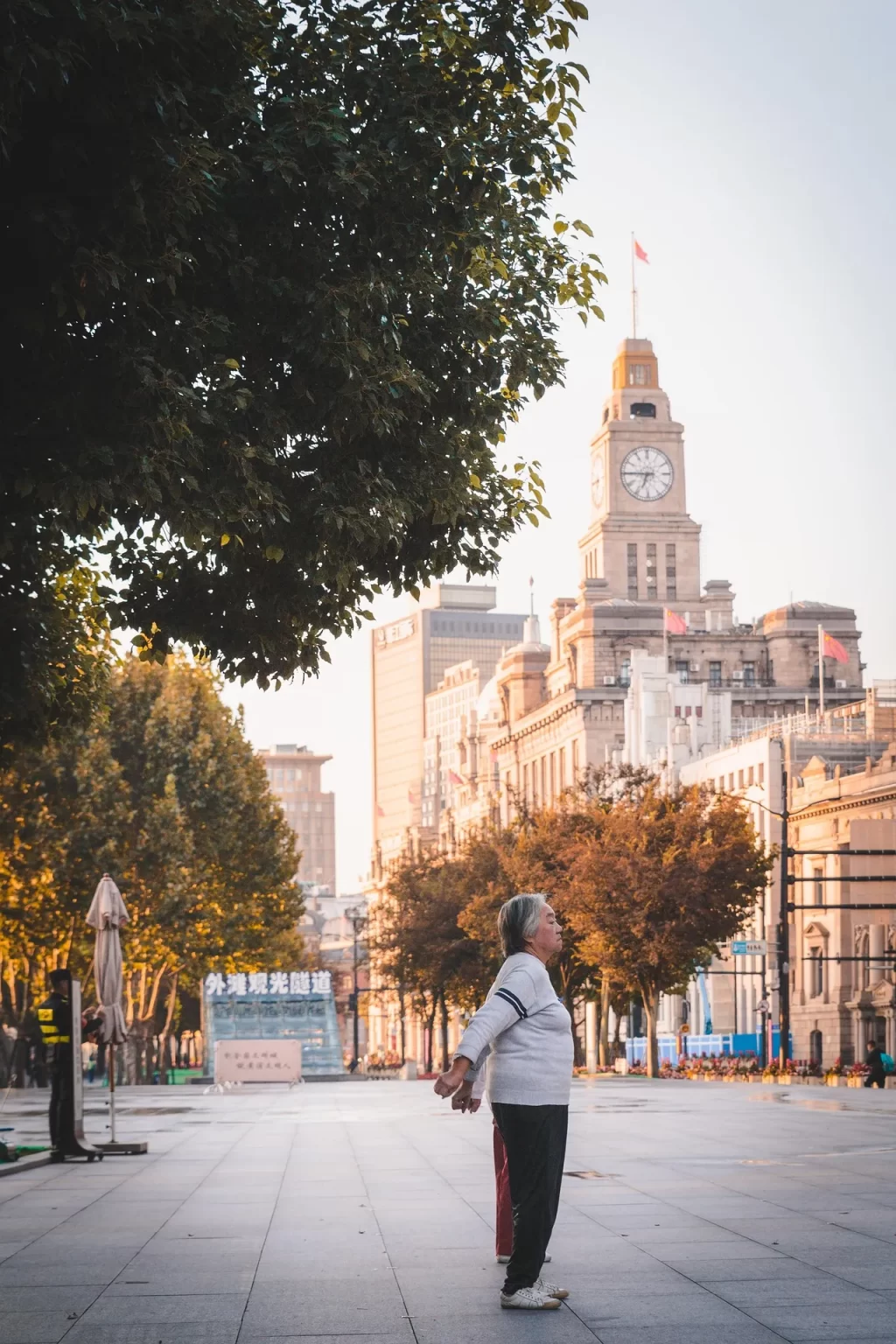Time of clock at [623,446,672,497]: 6:45
